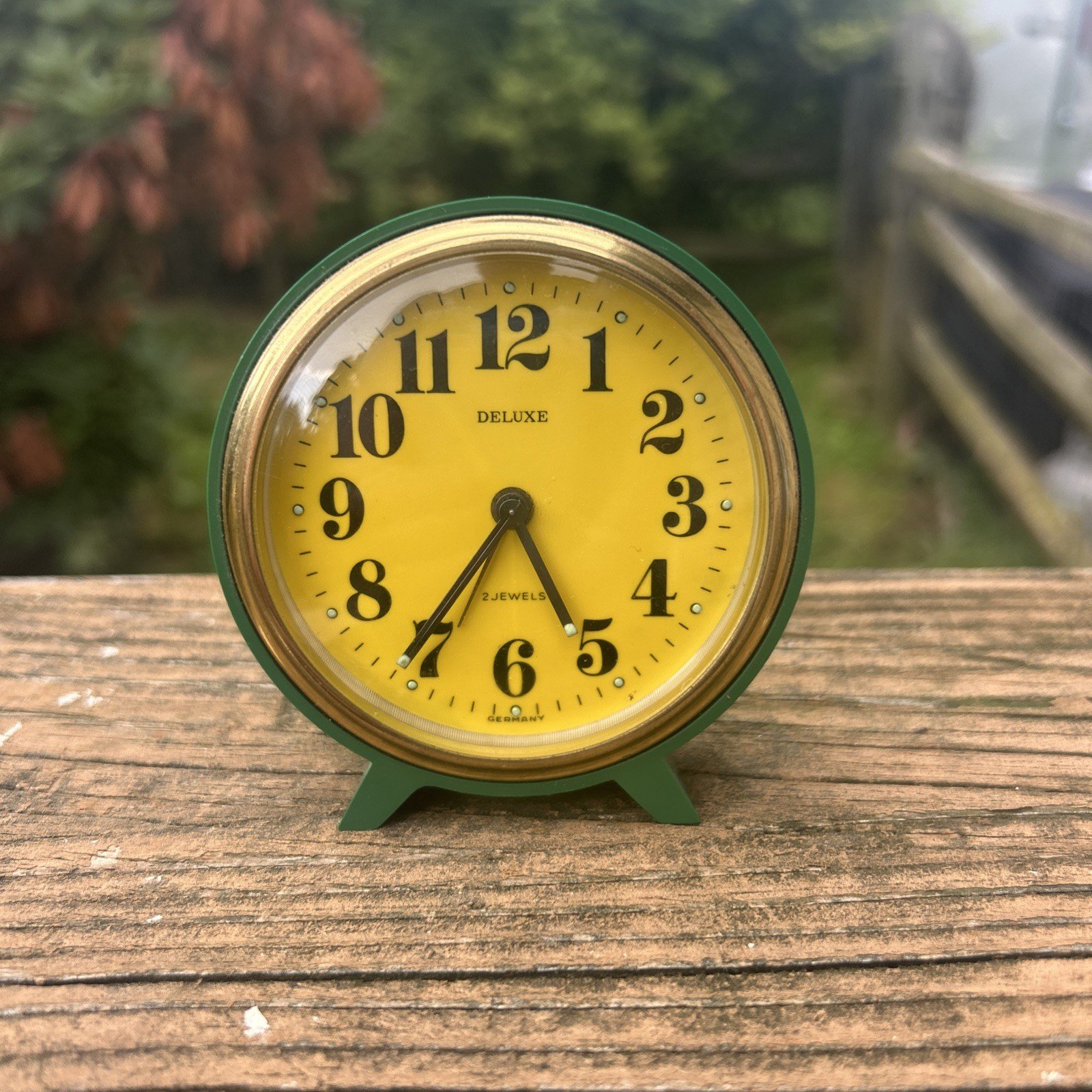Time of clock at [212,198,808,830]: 4:35
